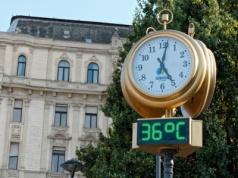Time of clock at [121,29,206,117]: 5:01
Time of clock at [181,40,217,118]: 5:01
